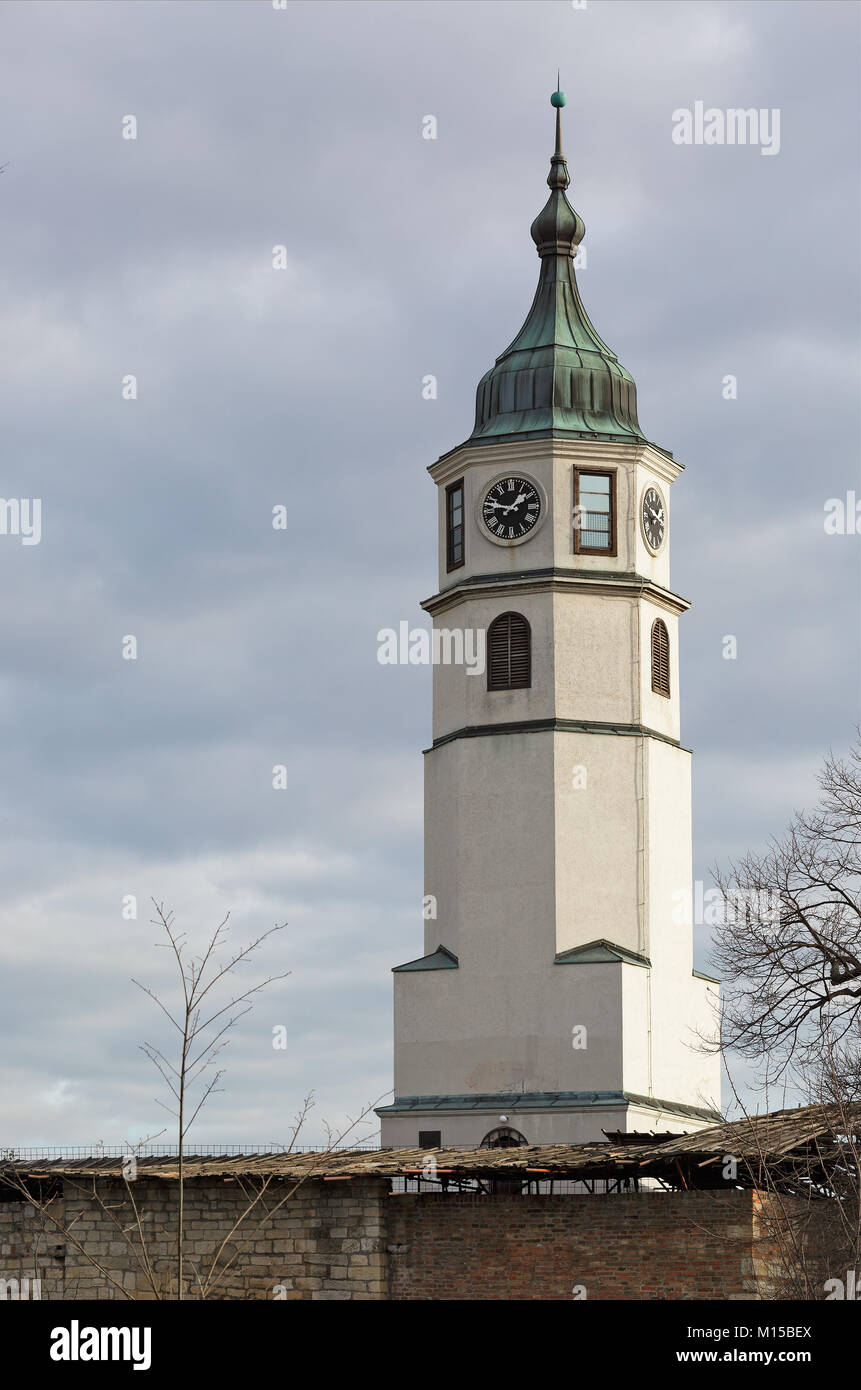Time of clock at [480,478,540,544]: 1:47
